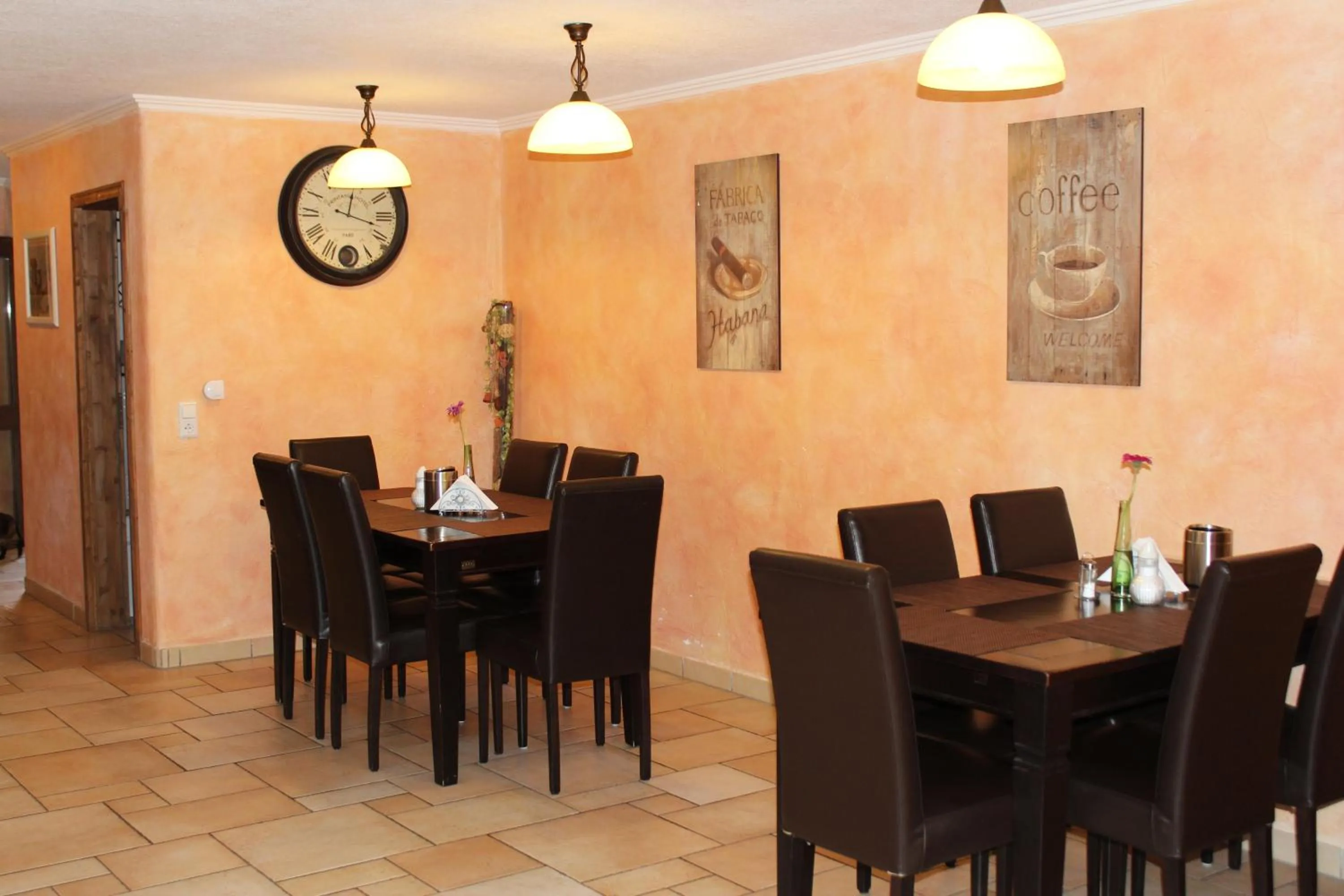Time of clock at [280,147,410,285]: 12:17
